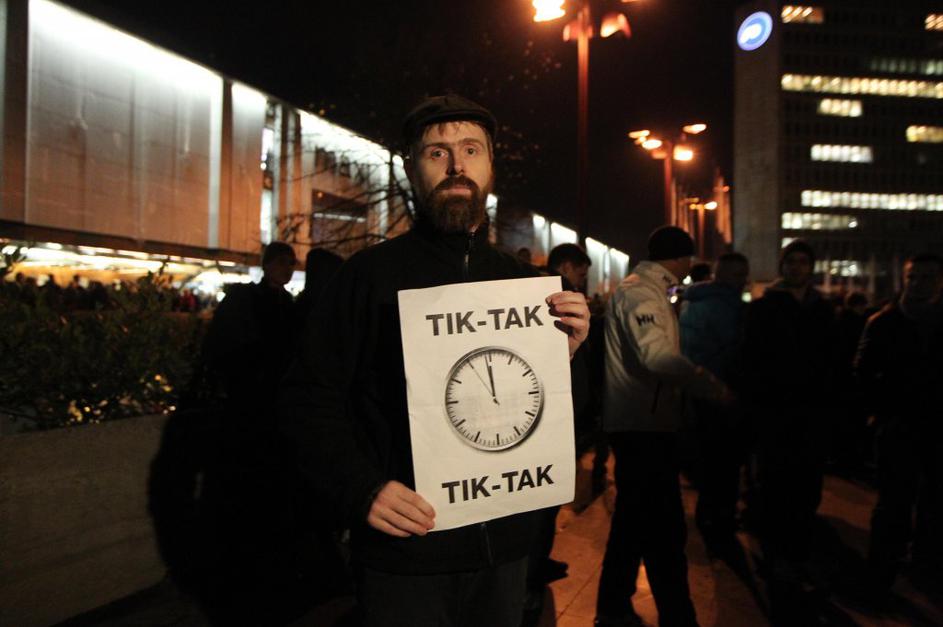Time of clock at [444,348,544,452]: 11:58
